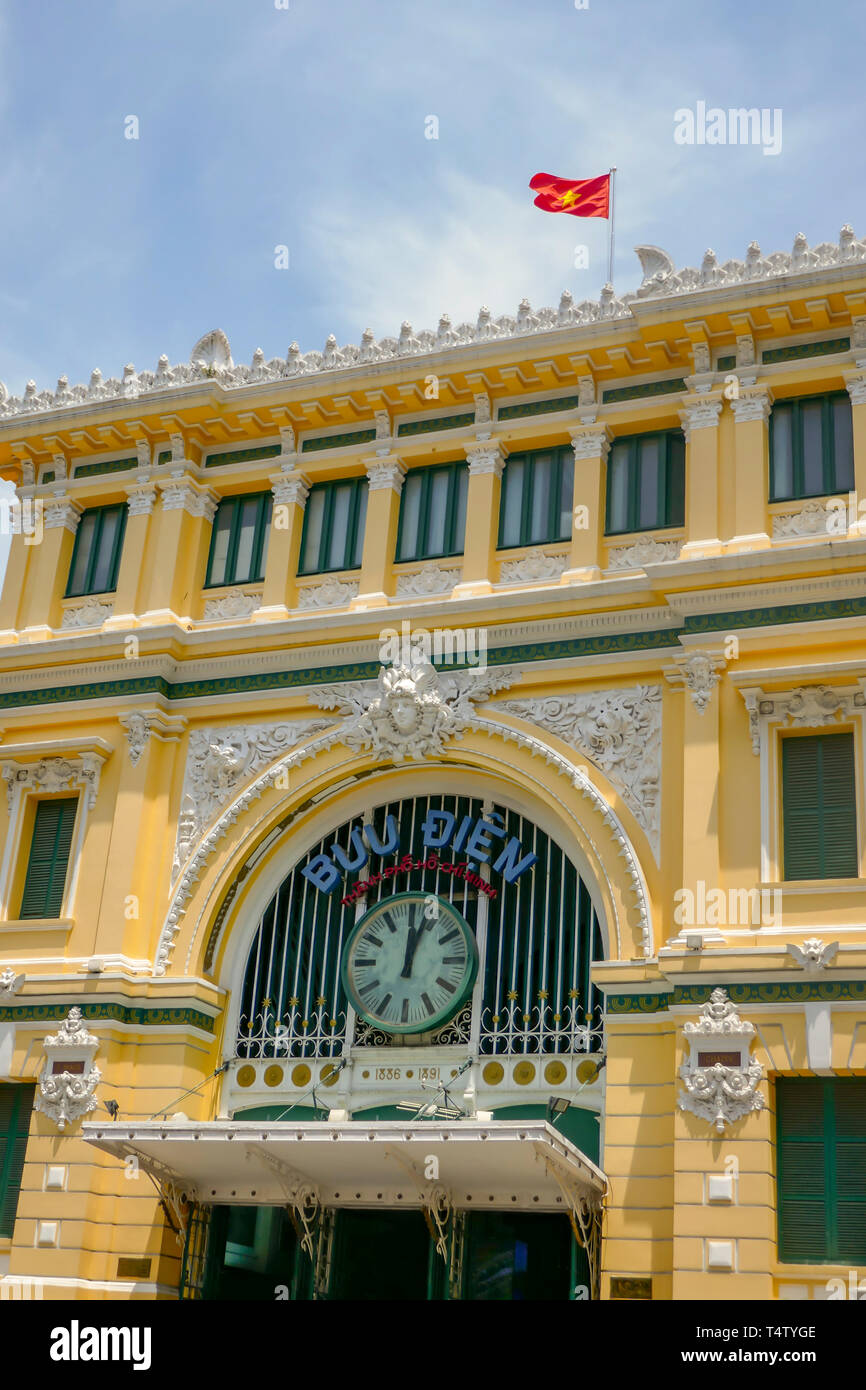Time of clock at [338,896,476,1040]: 12:03
